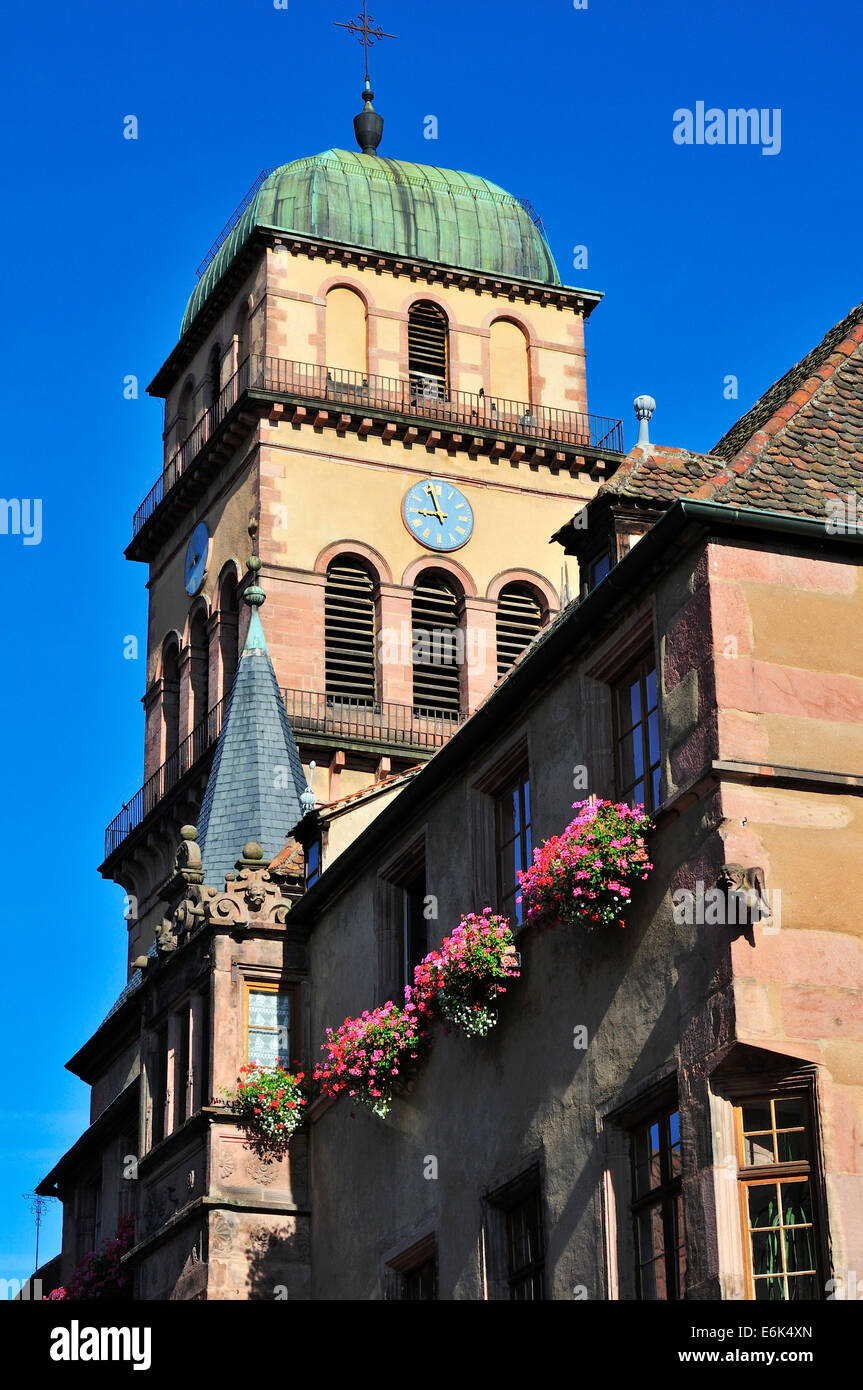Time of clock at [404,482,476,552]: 8:56
